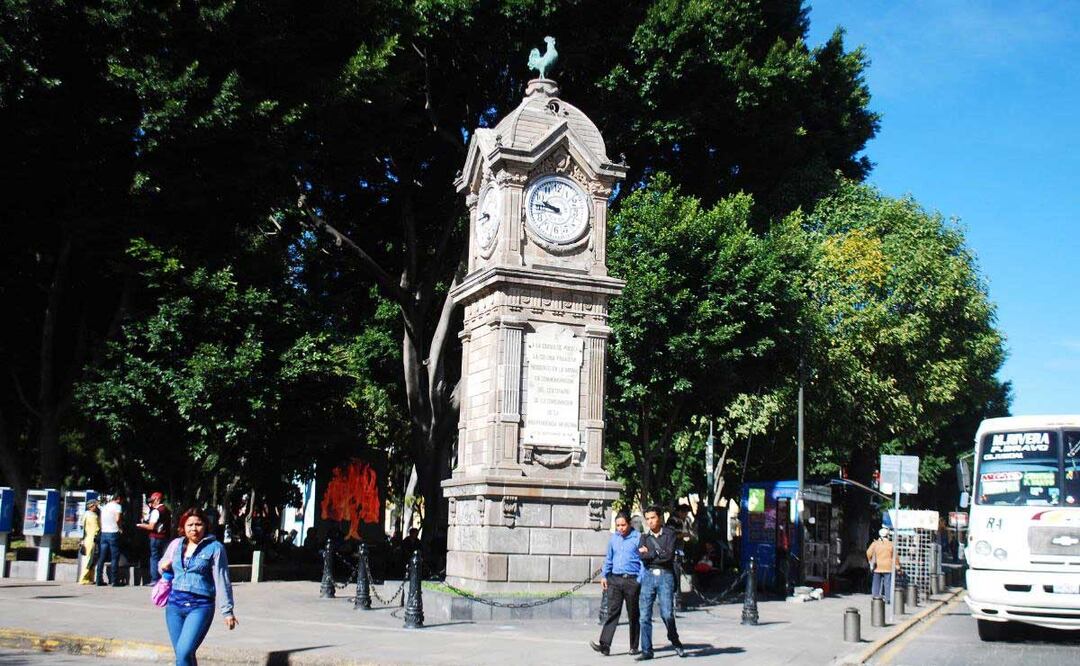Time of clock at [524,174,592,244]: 9:45
